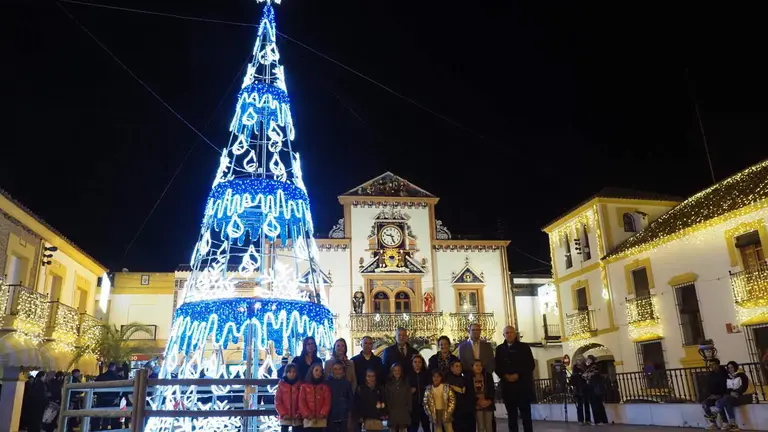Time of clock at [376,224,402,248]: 9:26
